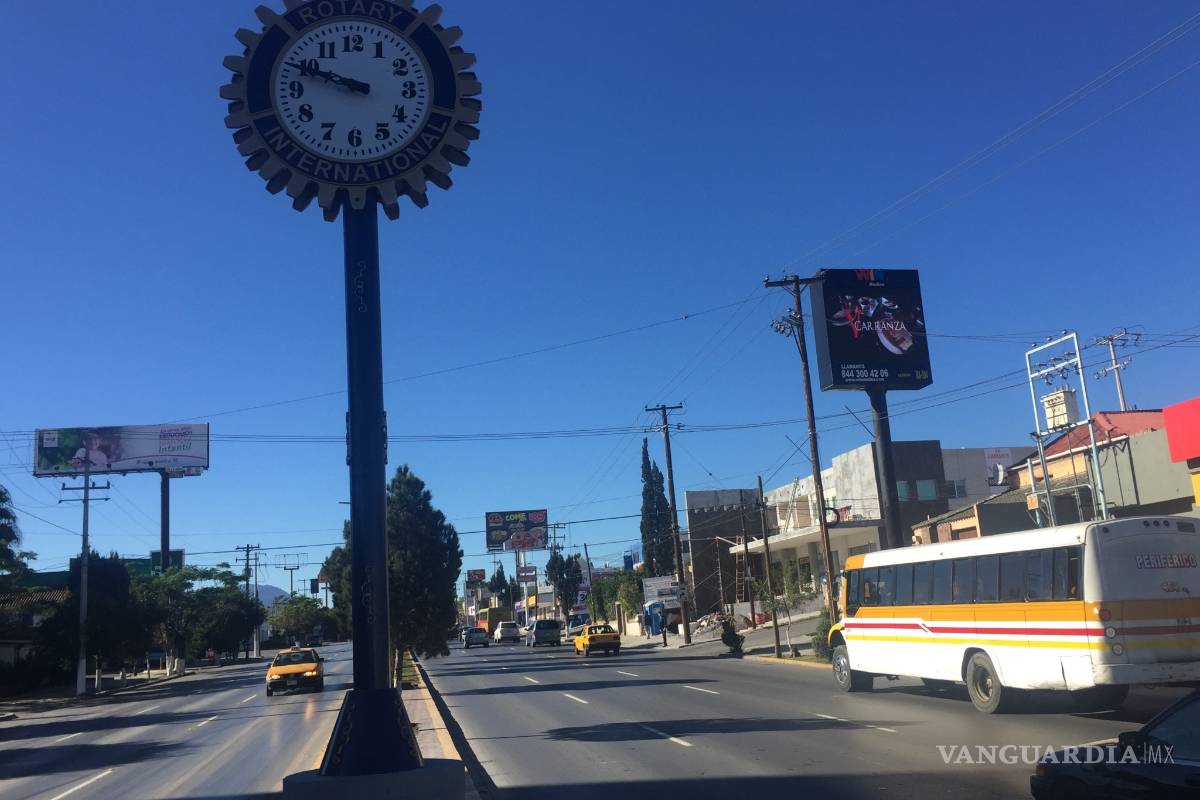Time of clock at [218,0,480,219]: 9:48
